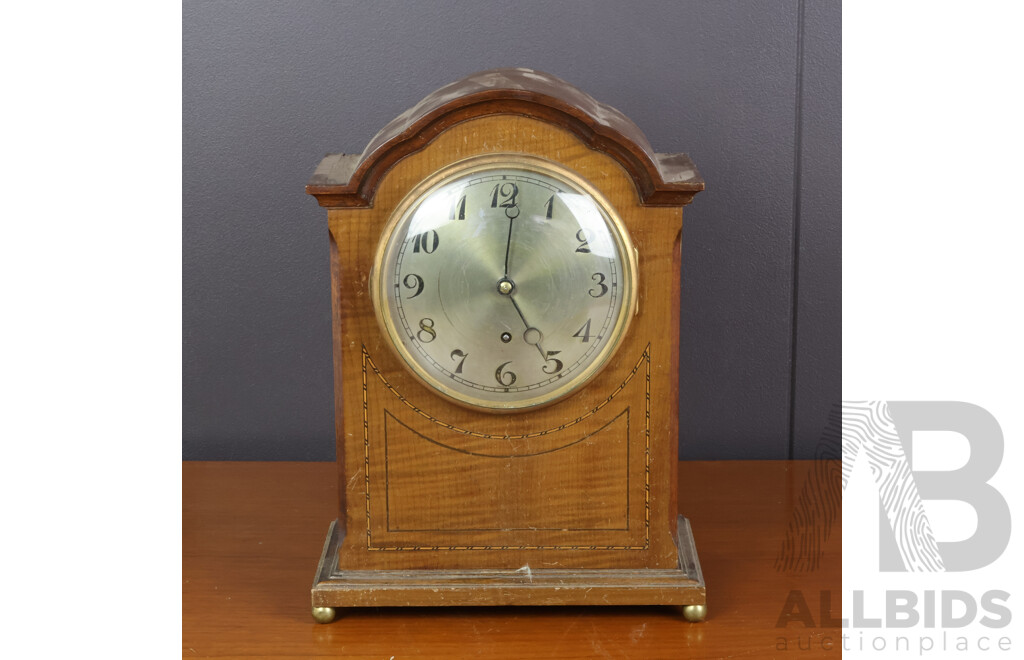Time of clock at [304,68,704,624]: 5:00
